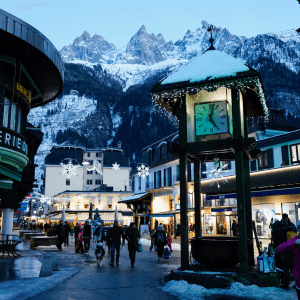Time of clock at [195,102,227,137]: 5:02
